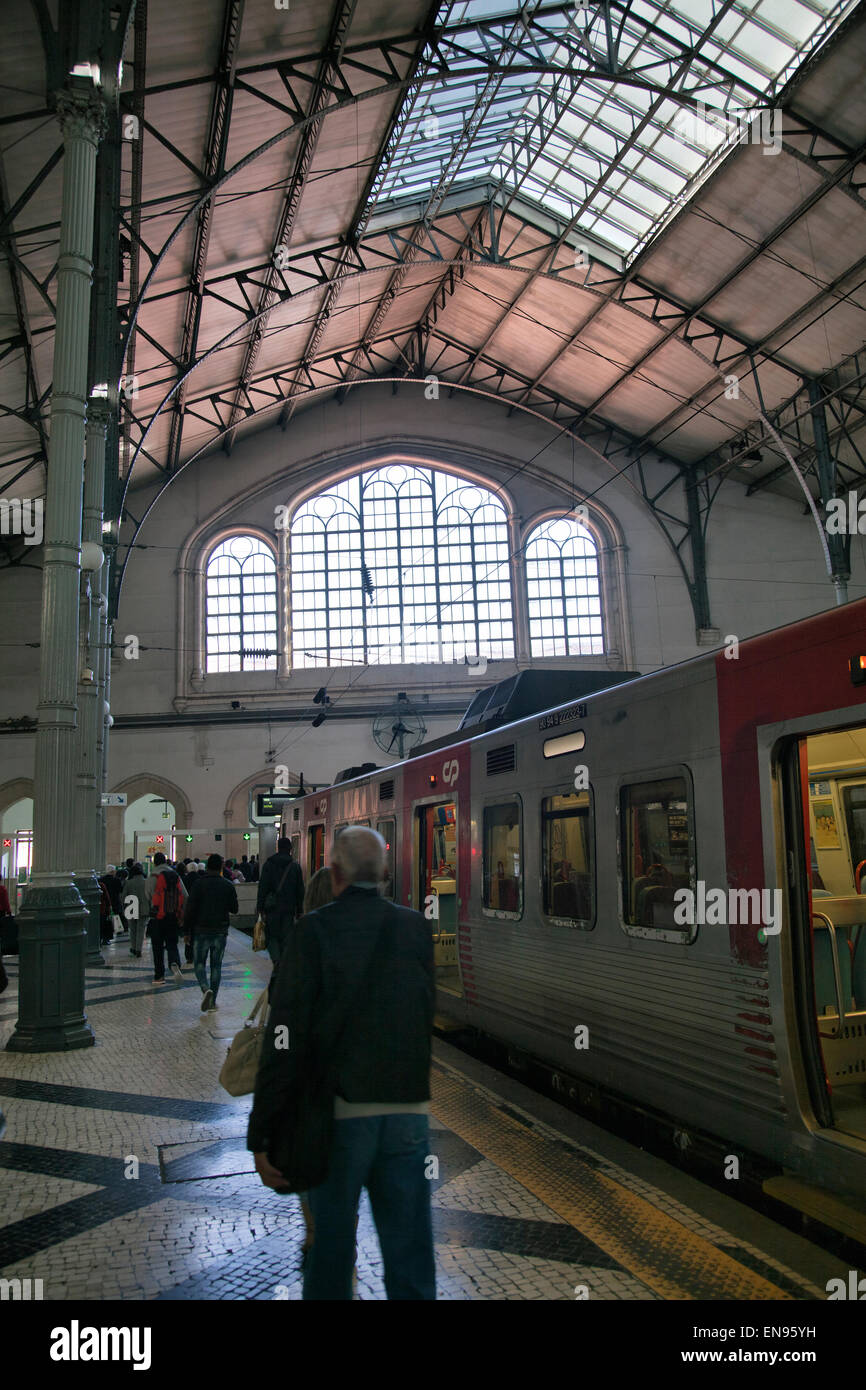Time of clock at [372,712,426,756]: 3:34
